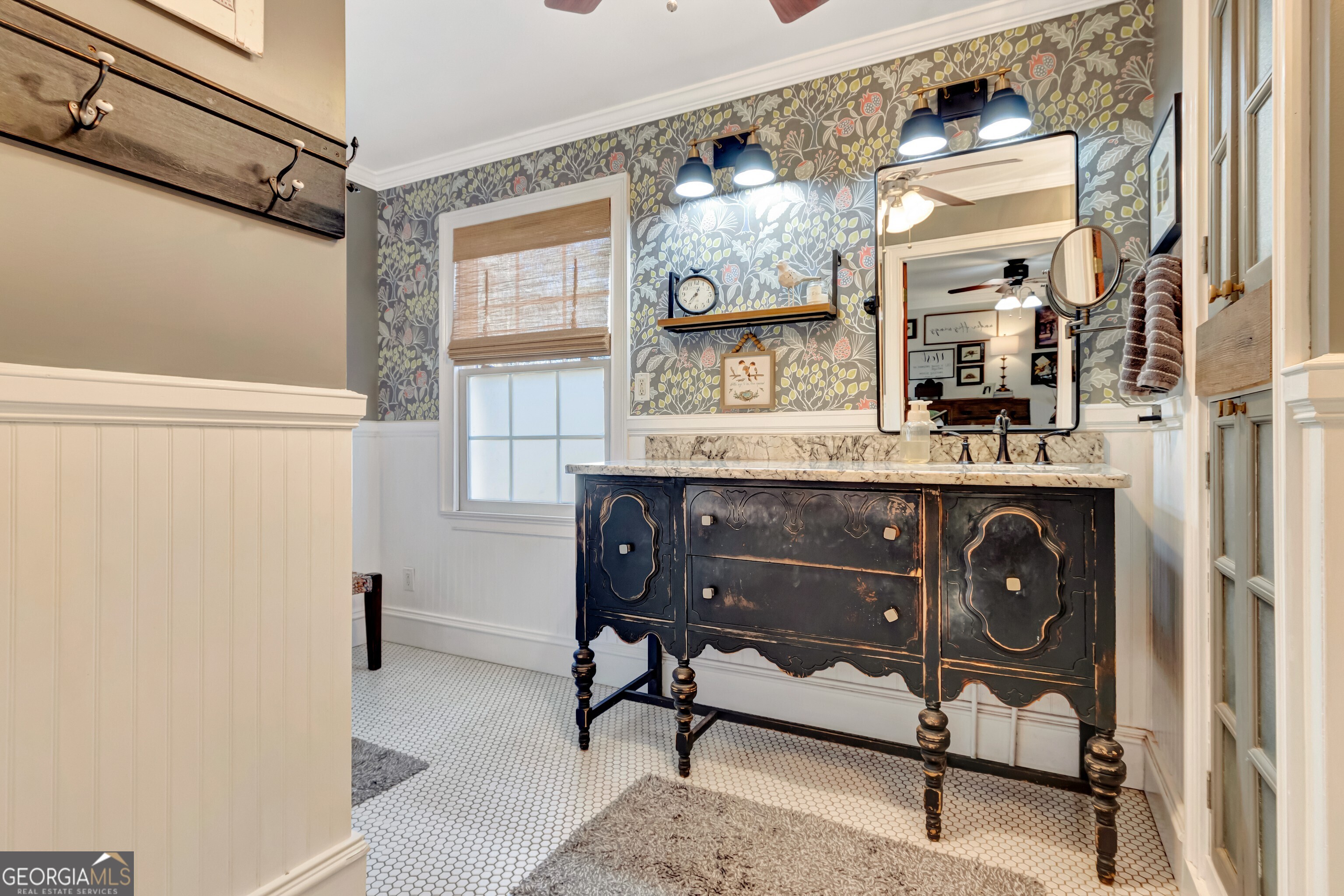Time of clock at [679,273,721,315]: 12:36
